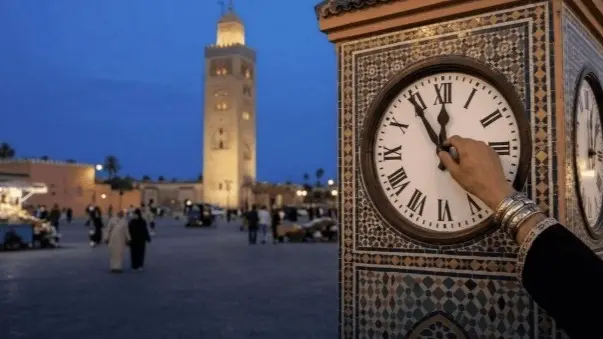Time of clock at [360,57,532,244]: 11:54
